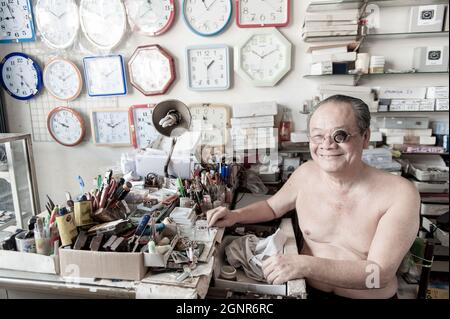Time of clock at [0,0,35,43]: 8:56
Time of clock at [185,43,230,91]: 1:30
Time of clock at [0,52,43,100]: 6:23
